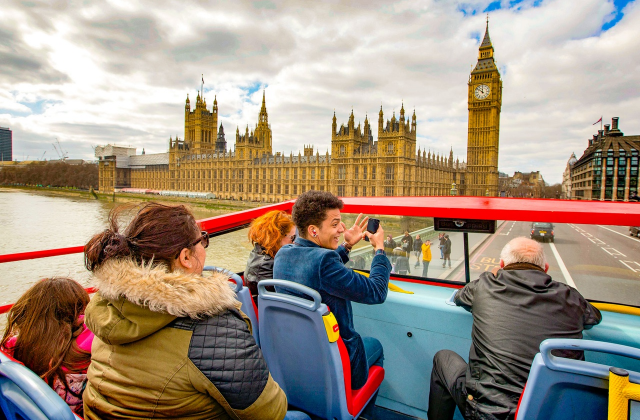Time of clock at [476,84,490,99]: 11:51
